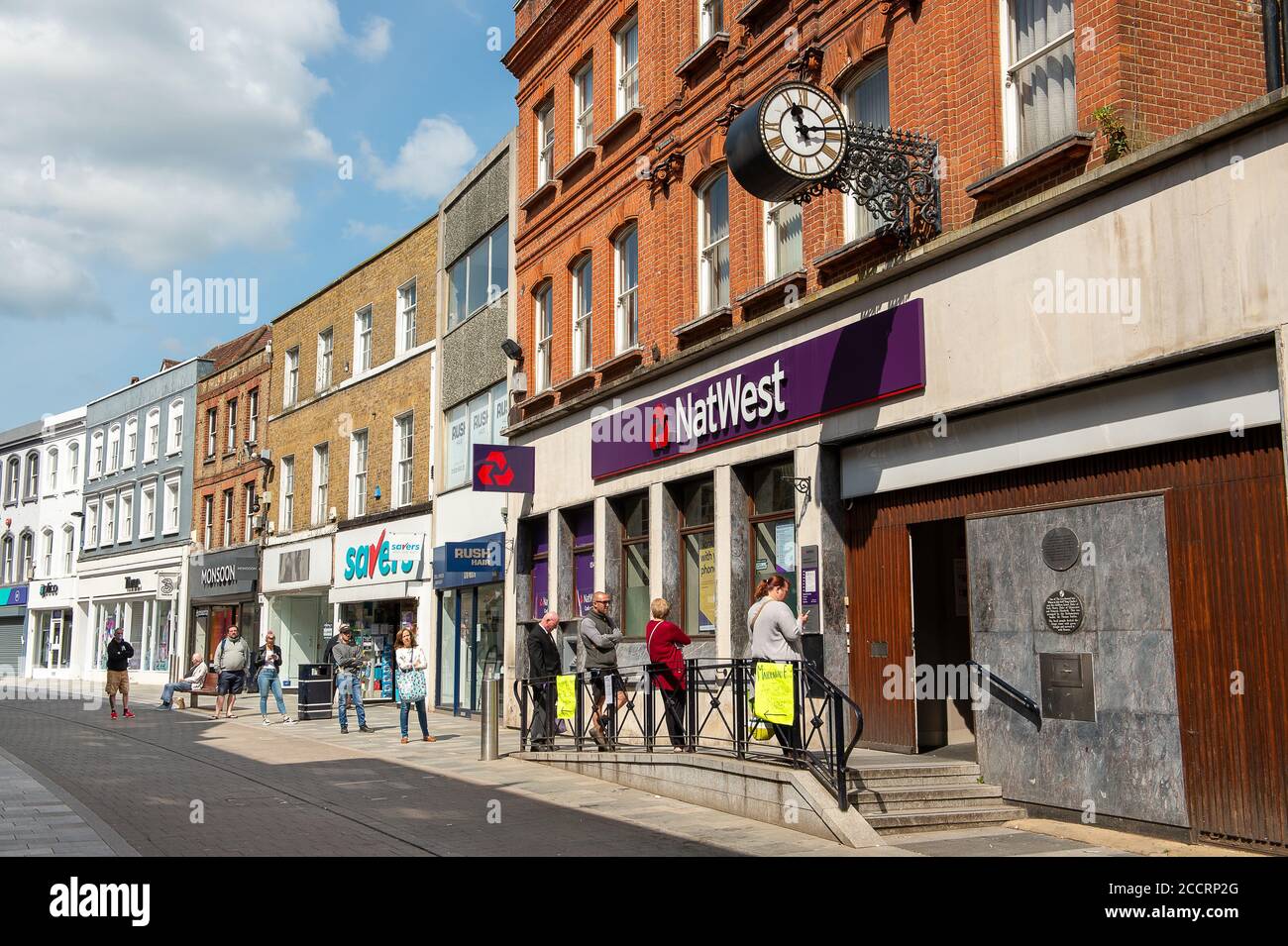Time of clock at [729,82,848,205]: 11:13
